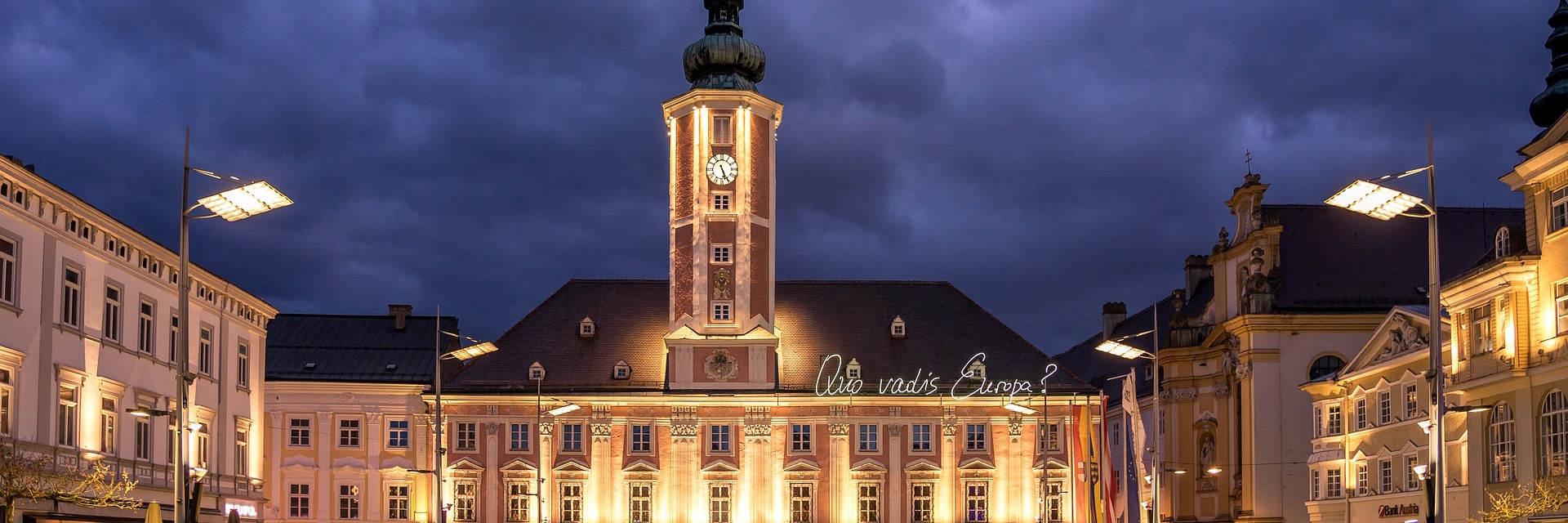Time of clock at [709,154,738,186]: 5:26
